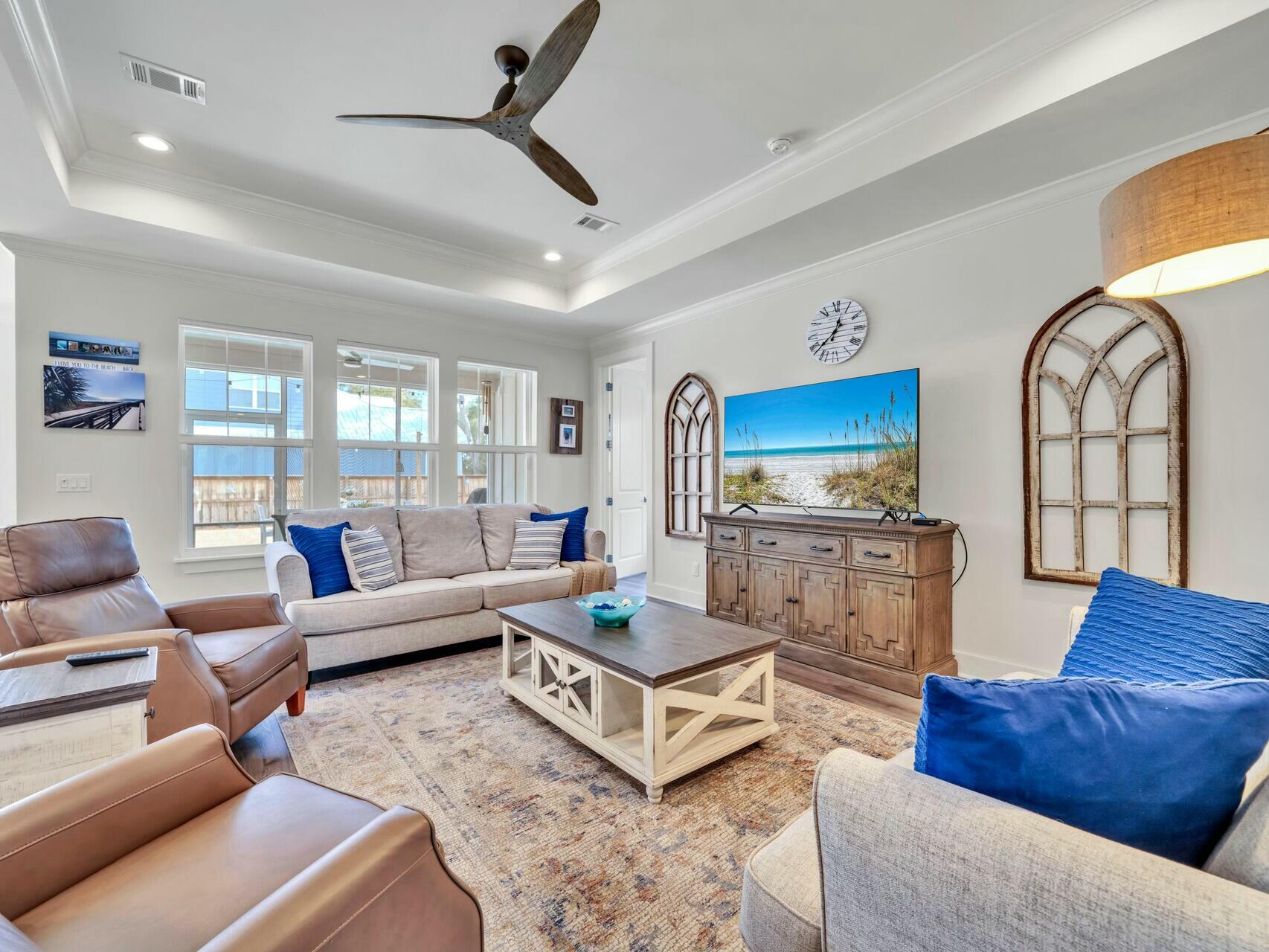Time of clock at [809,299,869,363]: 12:37
